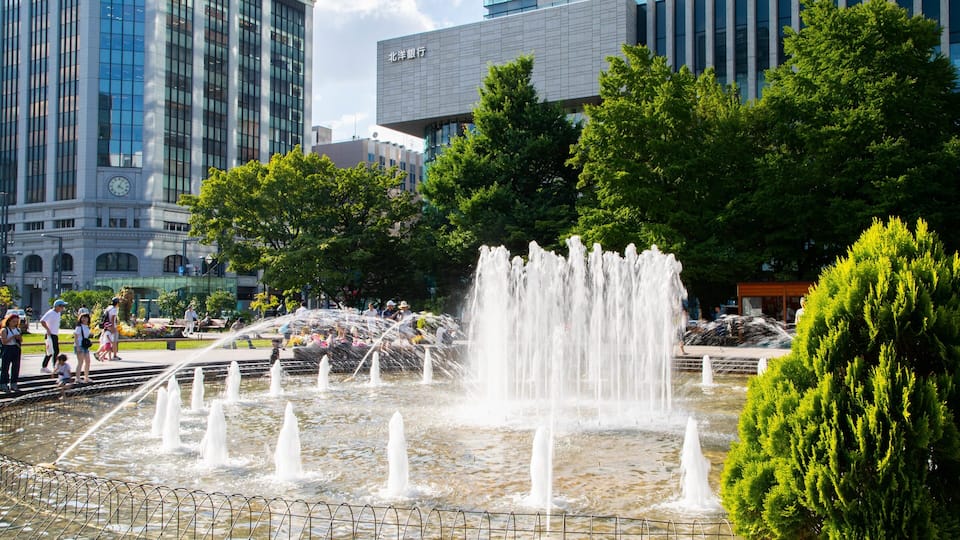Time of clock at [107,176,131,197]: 4:04
